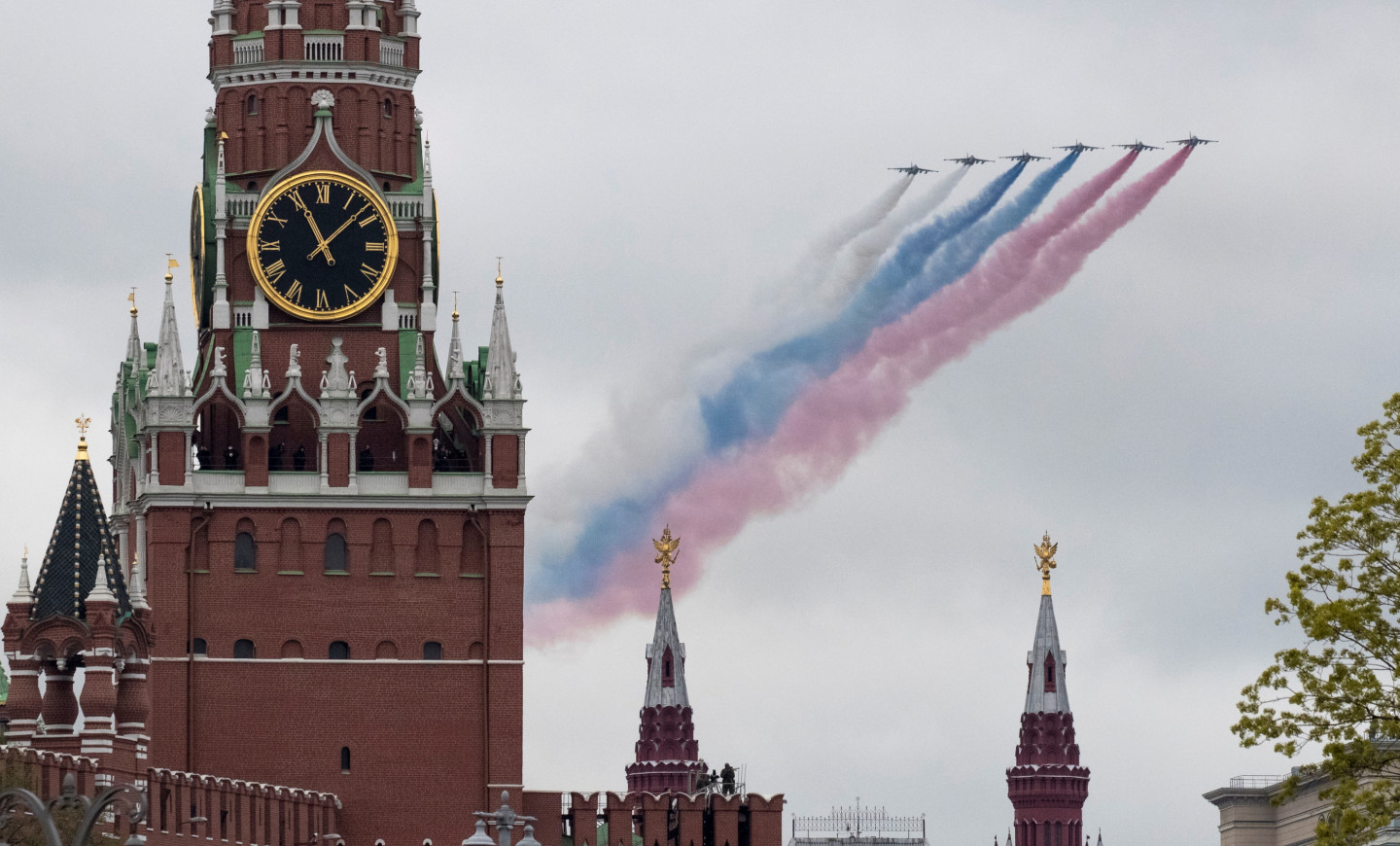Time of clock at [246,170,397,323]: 11:07
